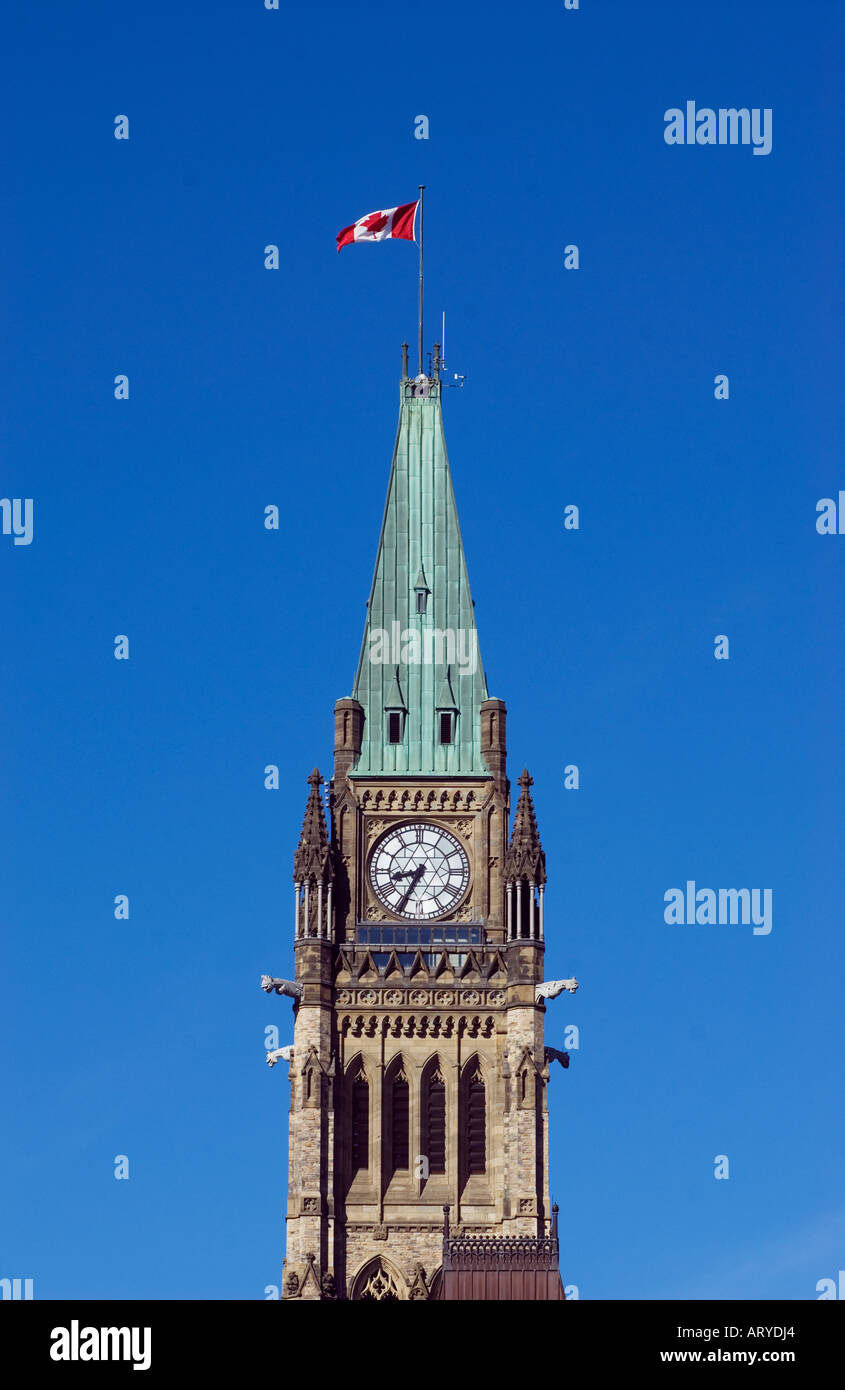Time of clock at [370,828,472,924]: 8:34
